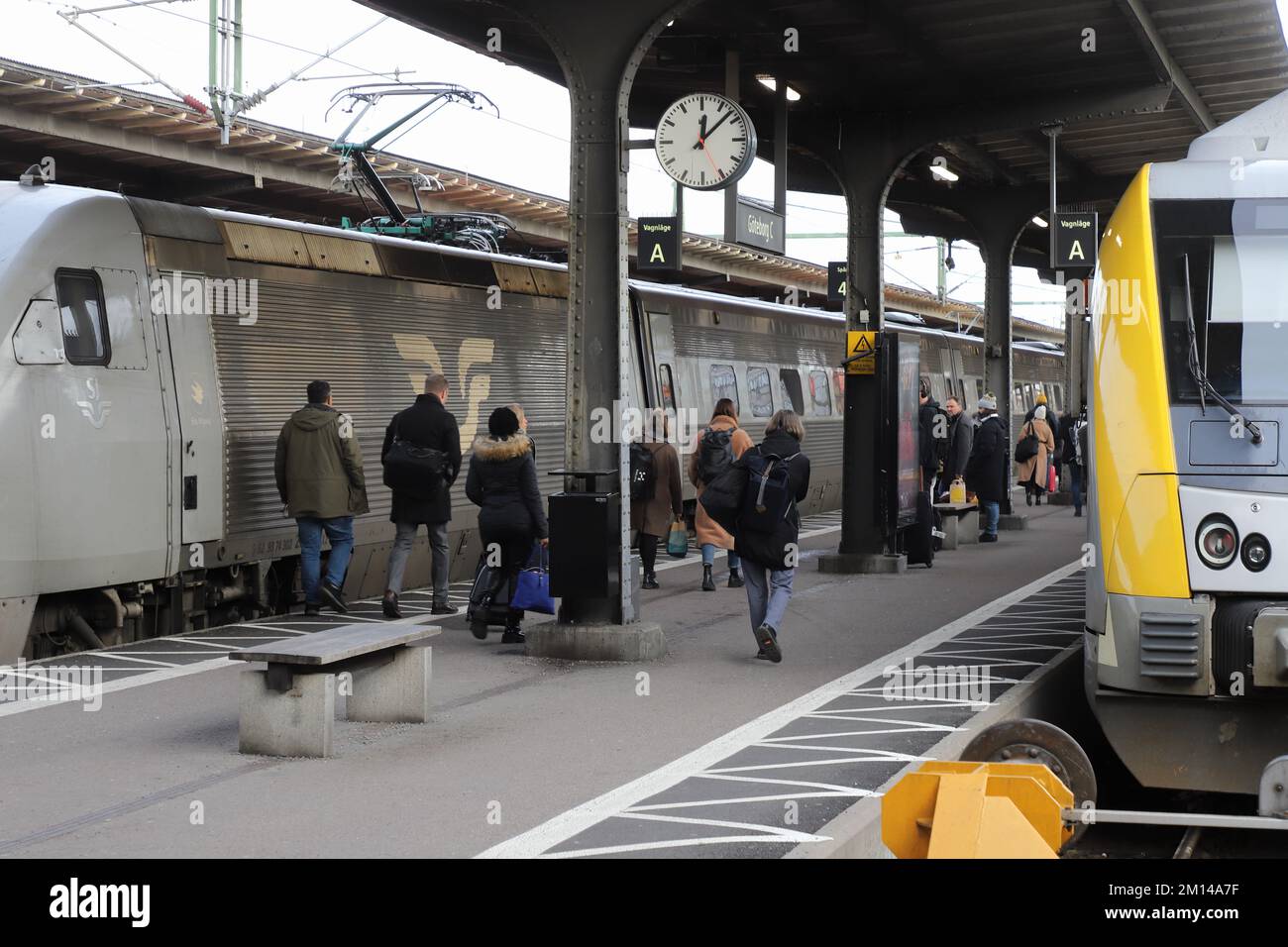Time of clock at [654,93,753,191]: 12:07
